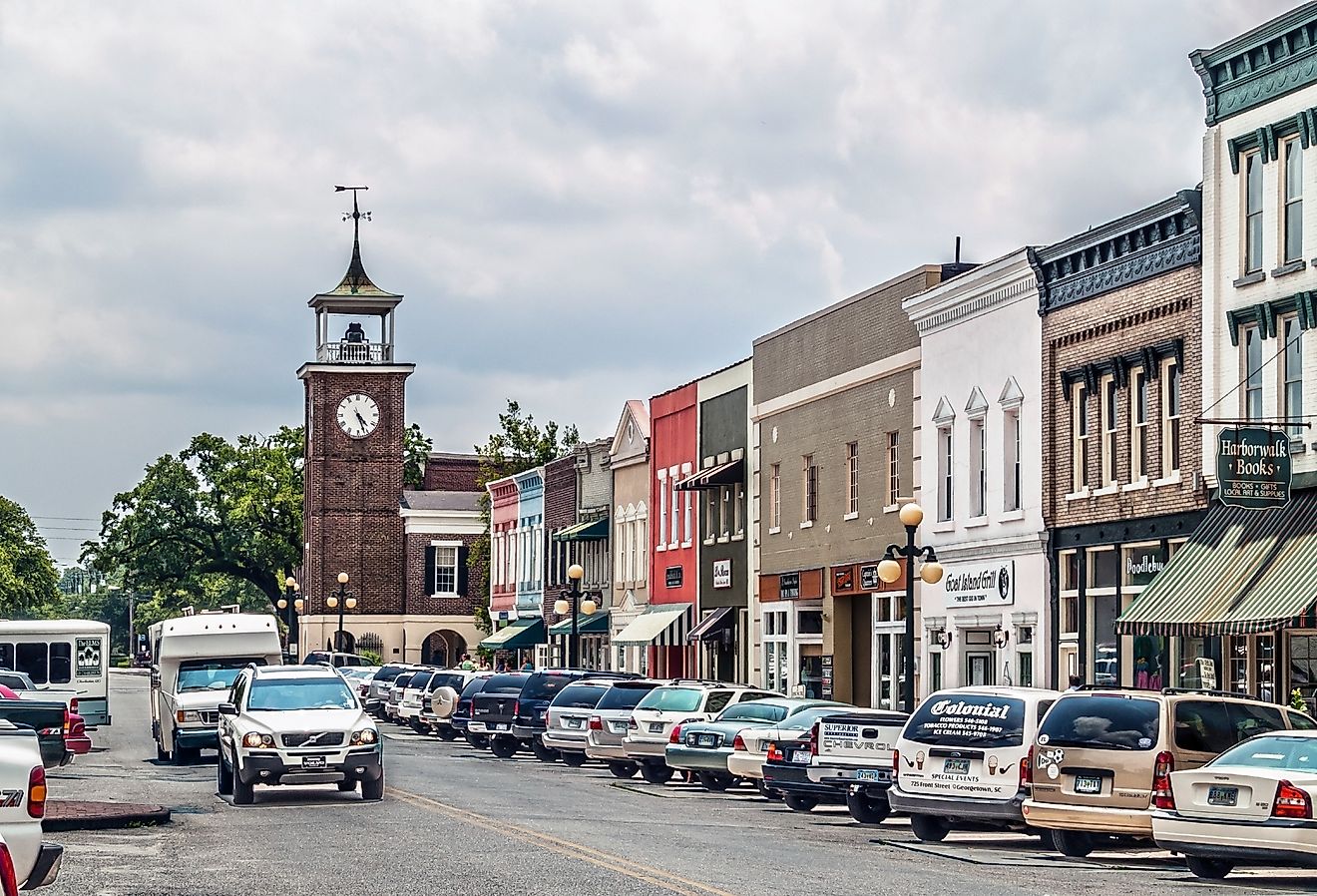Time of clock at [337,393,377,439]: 4:26
